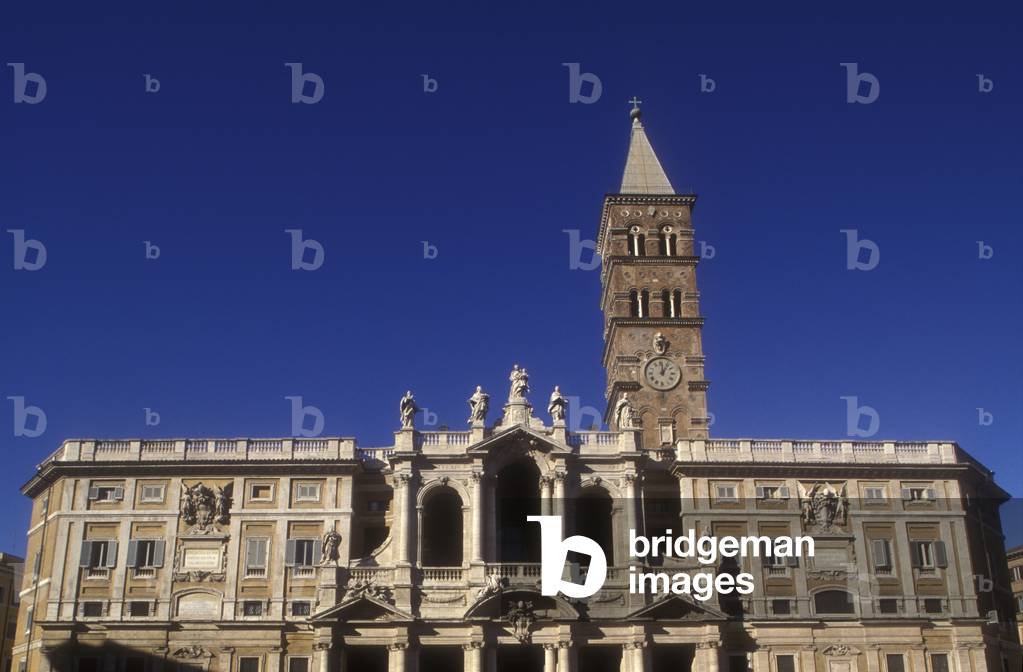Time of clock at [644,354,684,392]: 12:05
